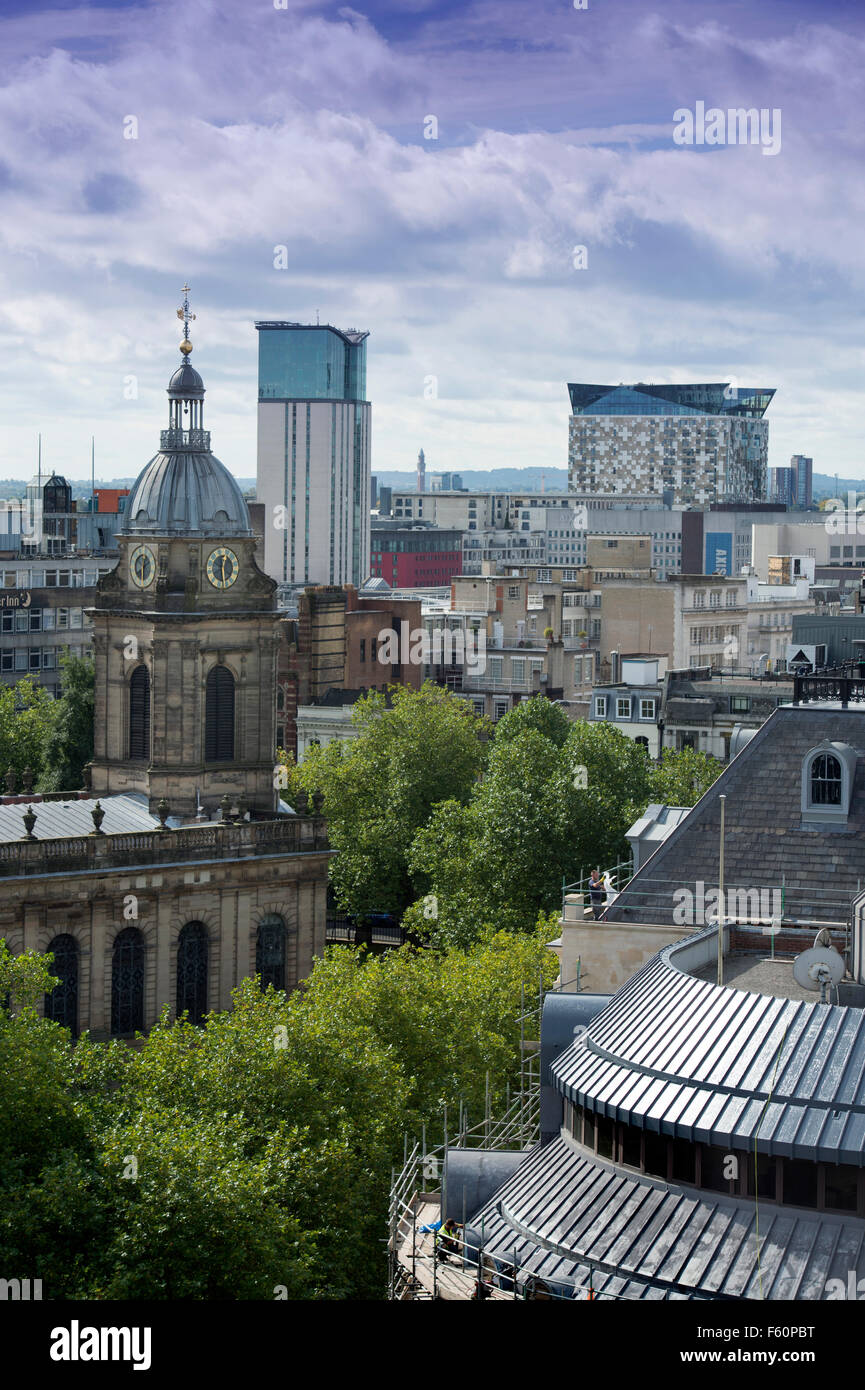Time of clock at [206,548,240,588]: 12:28
